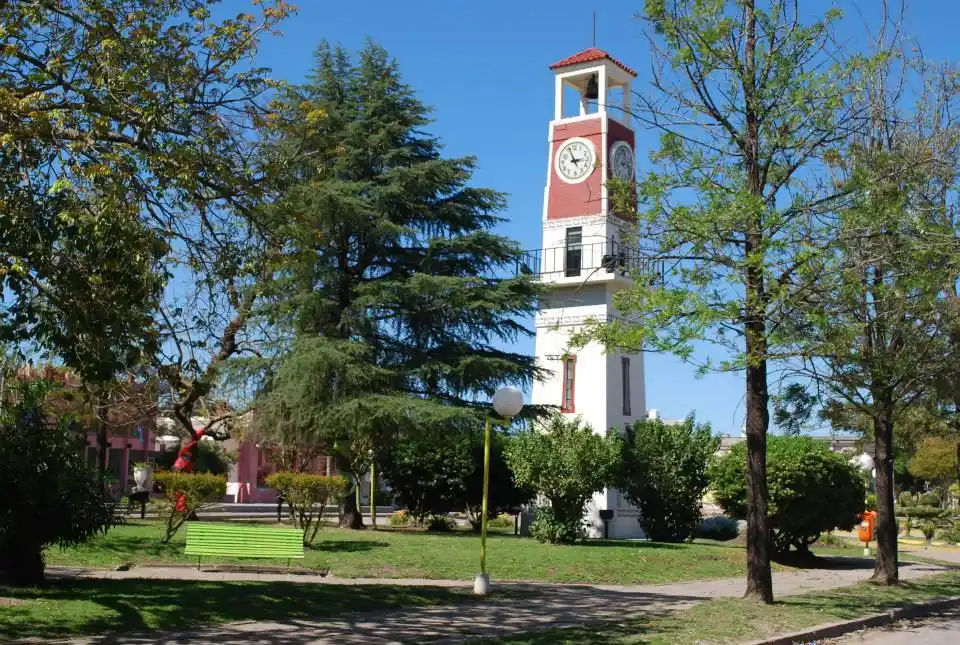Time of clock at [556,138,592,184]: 2:56
